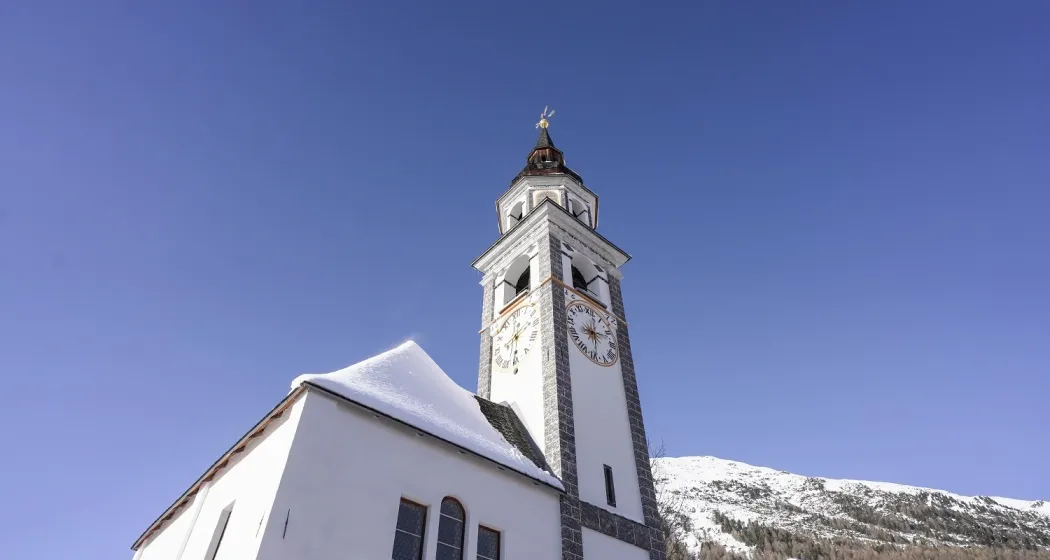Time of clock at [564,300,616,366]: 8:12
